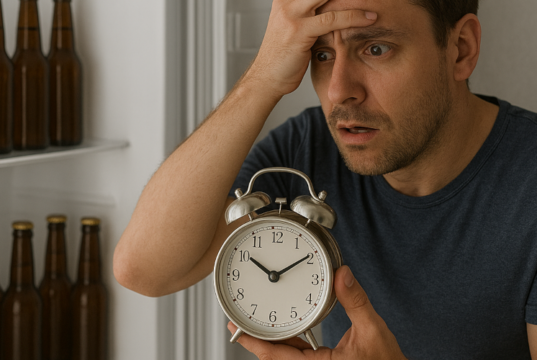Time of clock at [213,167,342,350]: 10:09
